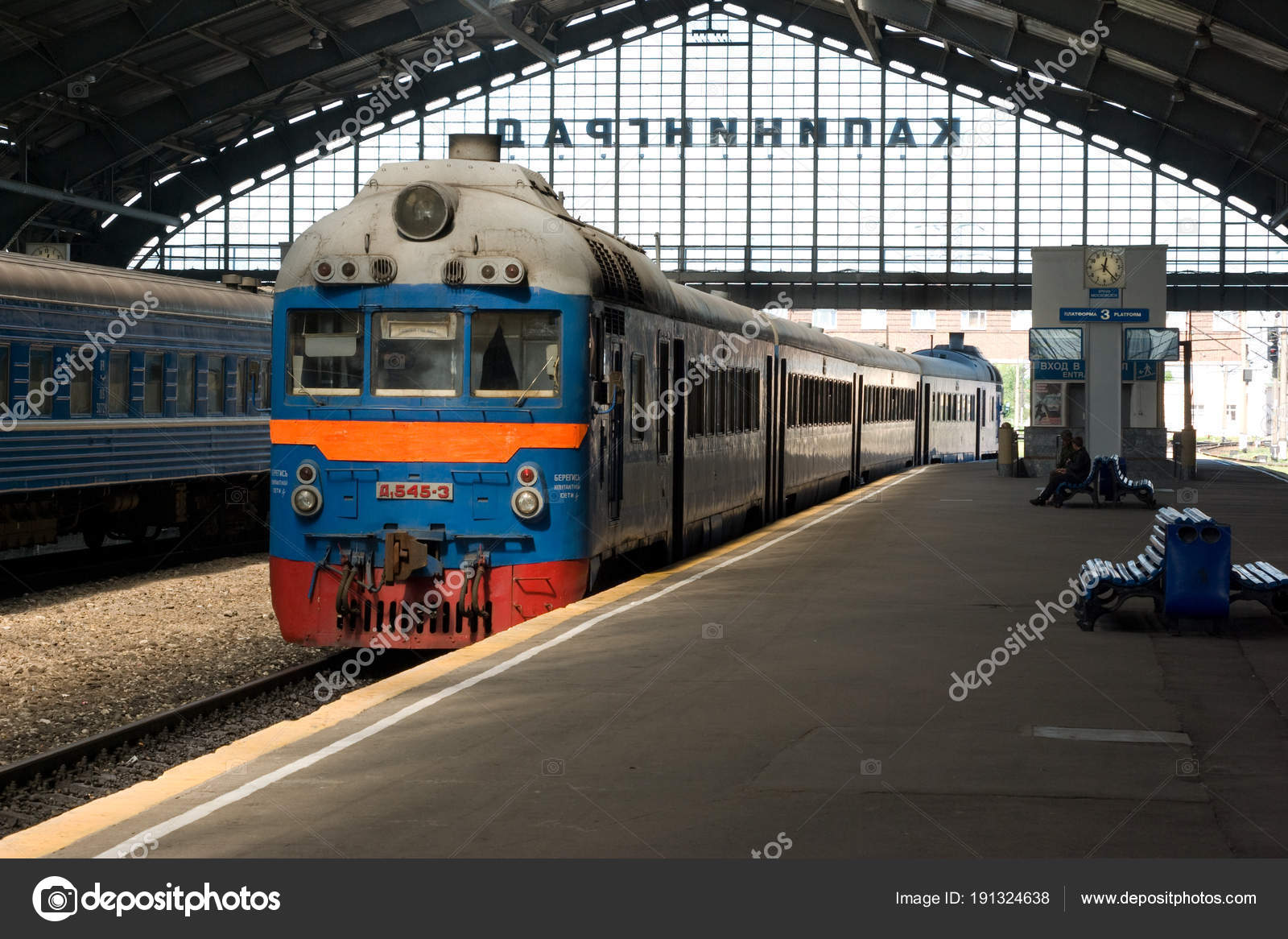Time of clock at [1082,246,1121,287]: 12:22
